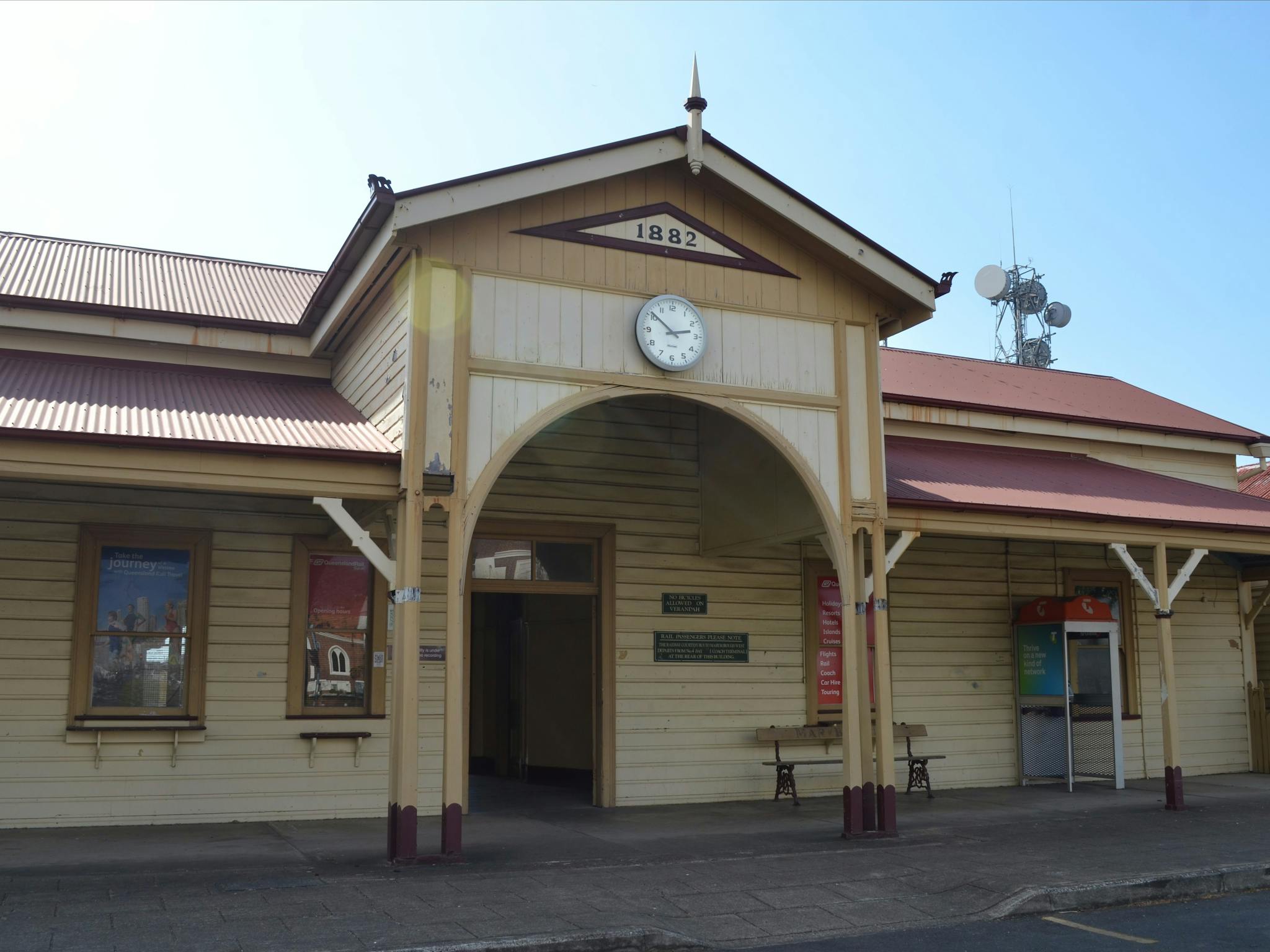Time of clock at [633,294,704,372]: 2:51
